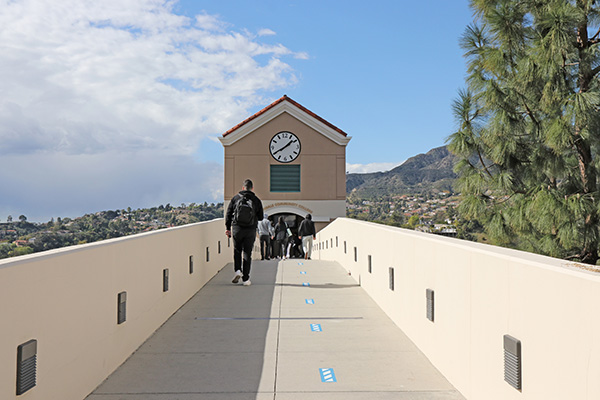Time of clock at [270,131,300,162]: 1:40
